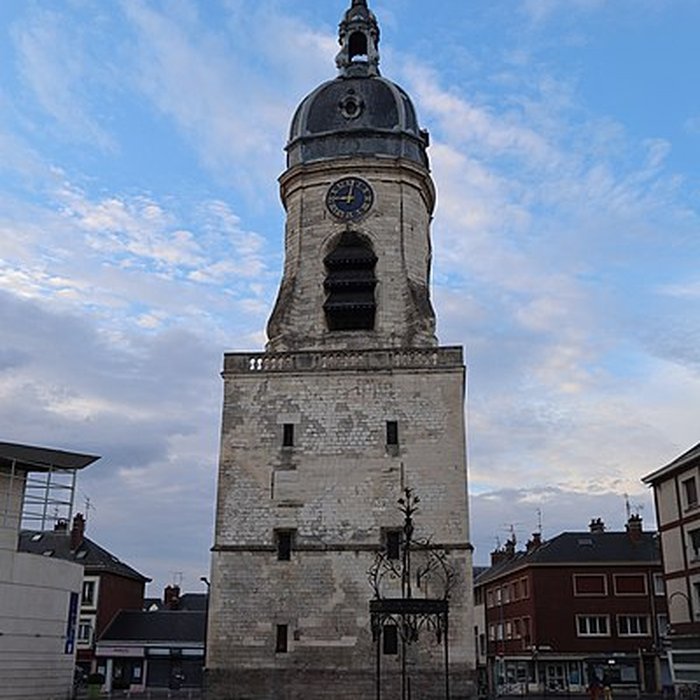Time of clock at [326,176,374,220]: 9:01
